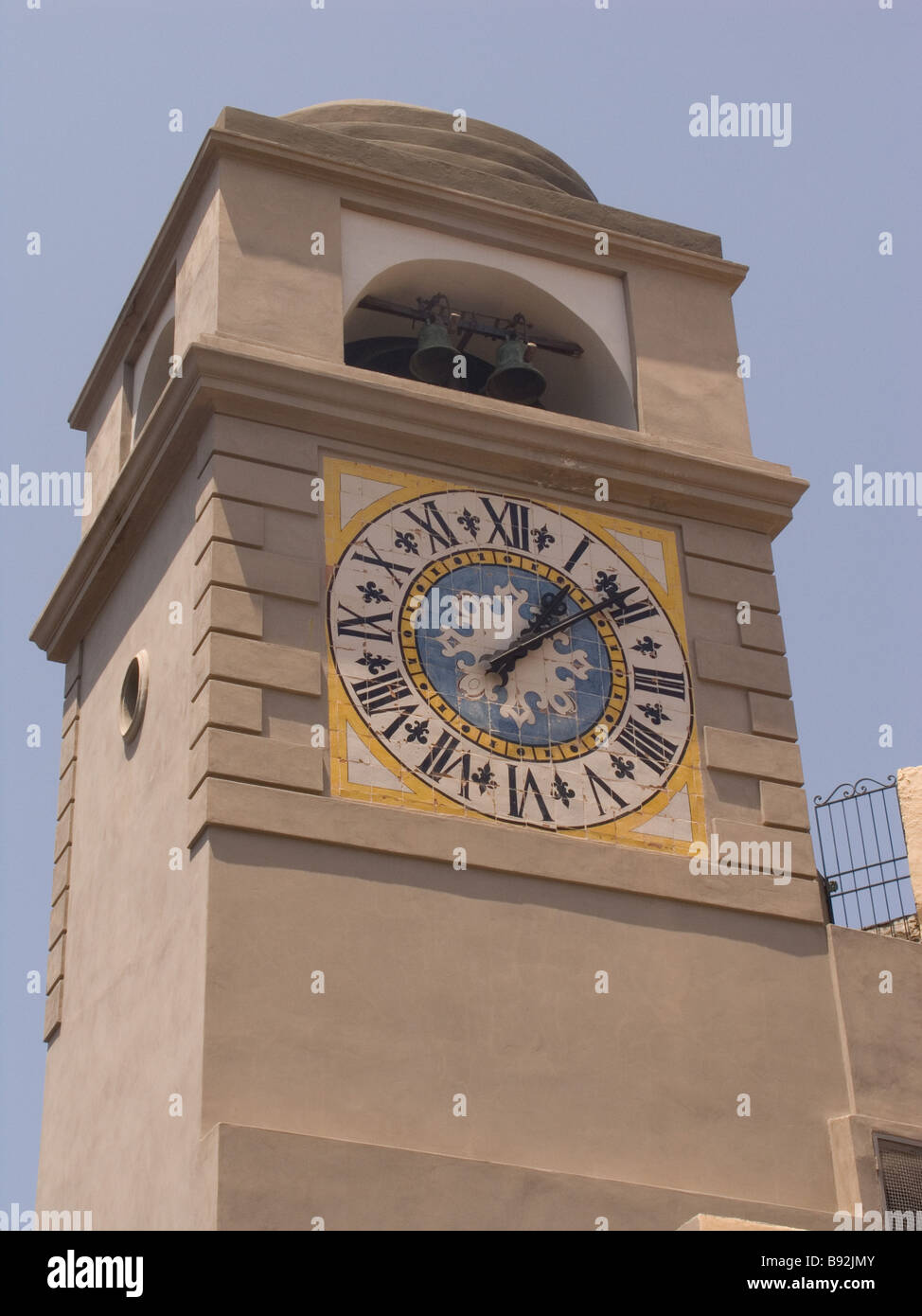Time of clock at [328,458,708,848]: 1:08
